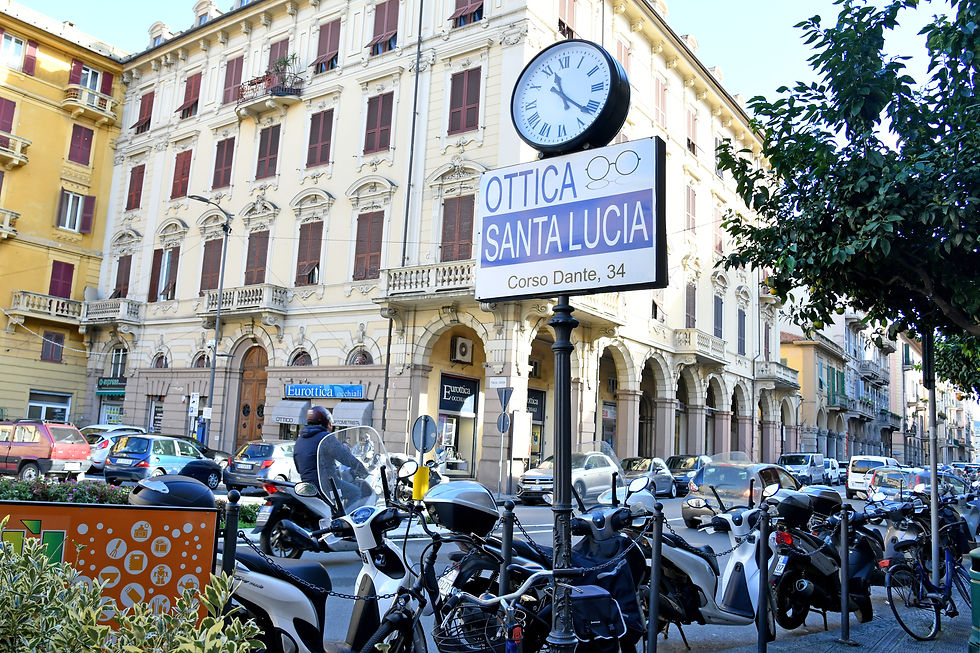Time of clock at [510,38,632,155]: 11:21
